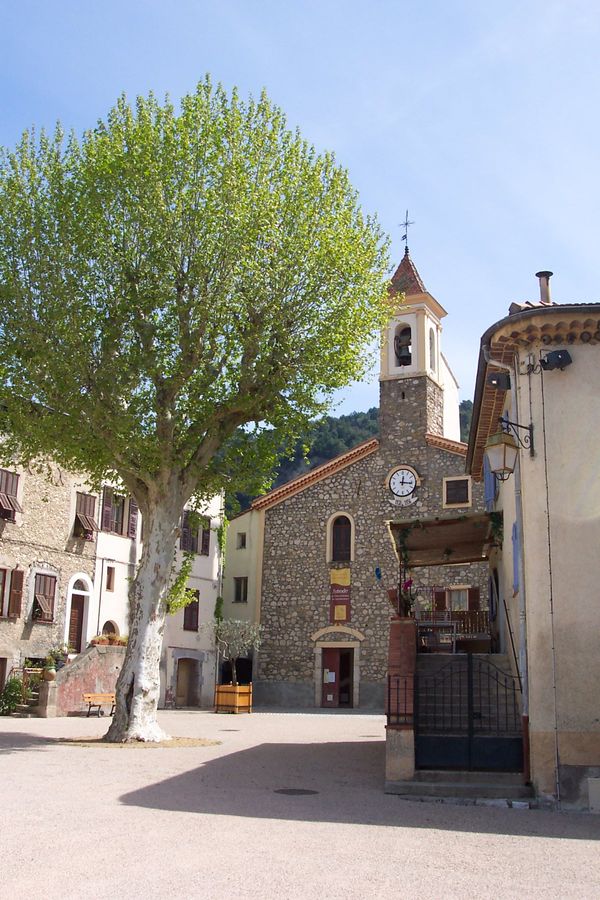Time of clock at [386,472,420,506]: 12:16
